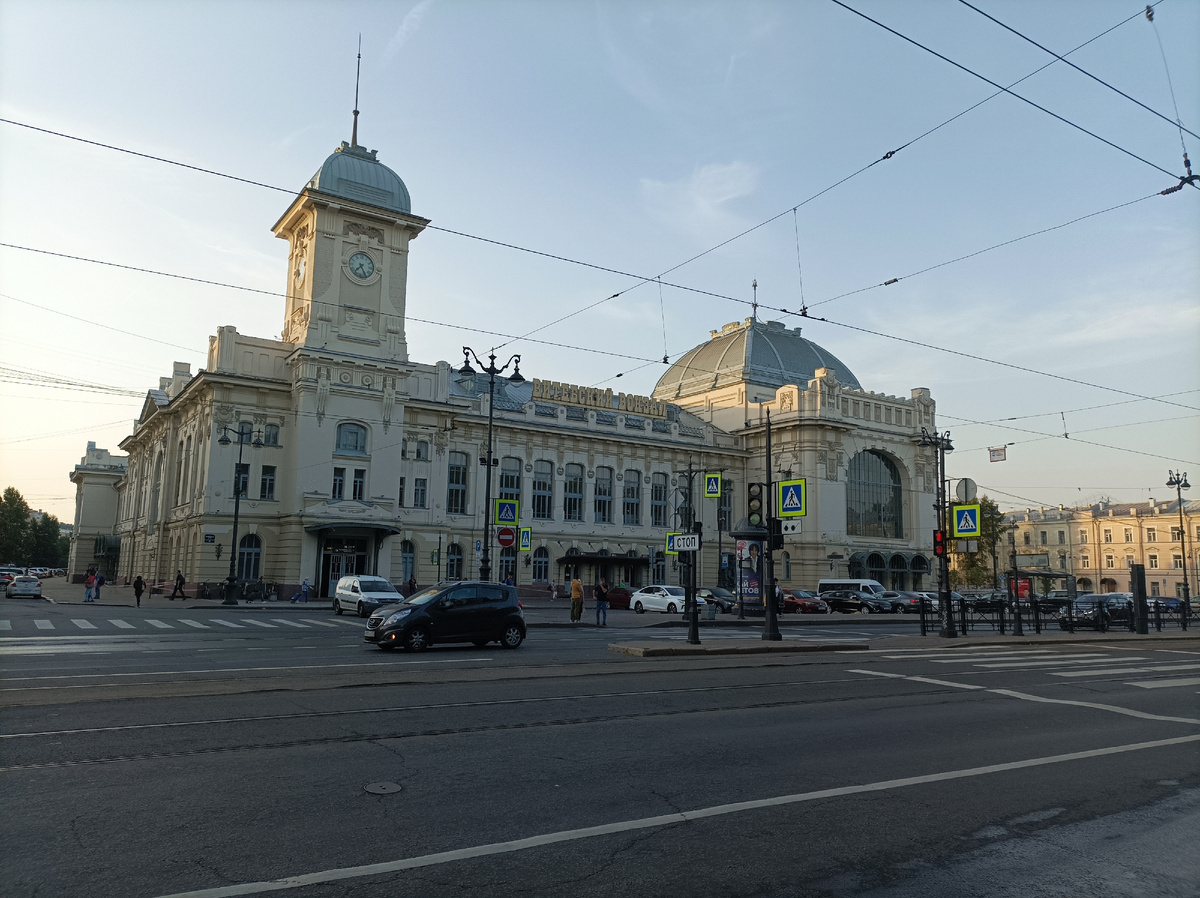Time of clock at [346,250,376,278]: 7:25
